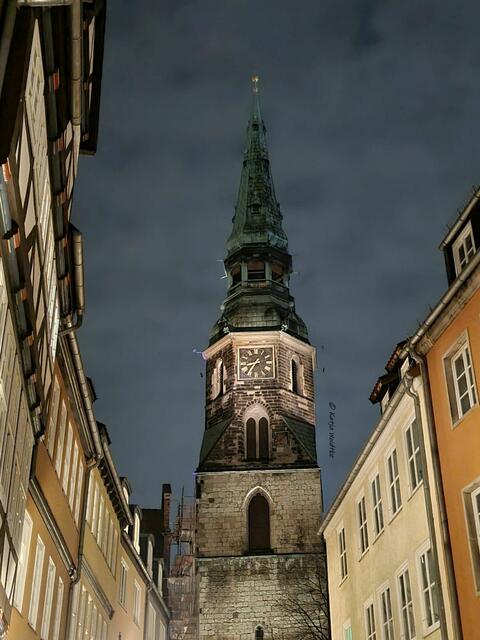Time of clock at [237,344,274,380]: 8:35
